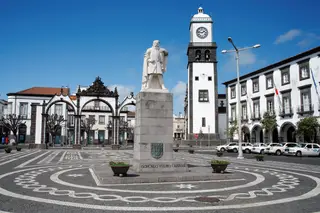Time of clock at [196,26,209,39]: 1:46
